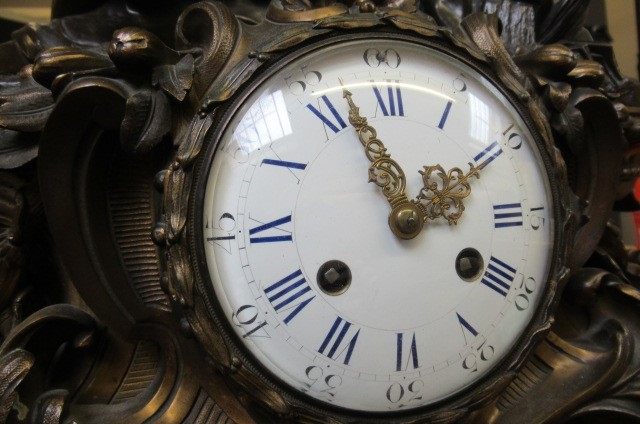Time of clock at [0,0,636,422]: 1:56
